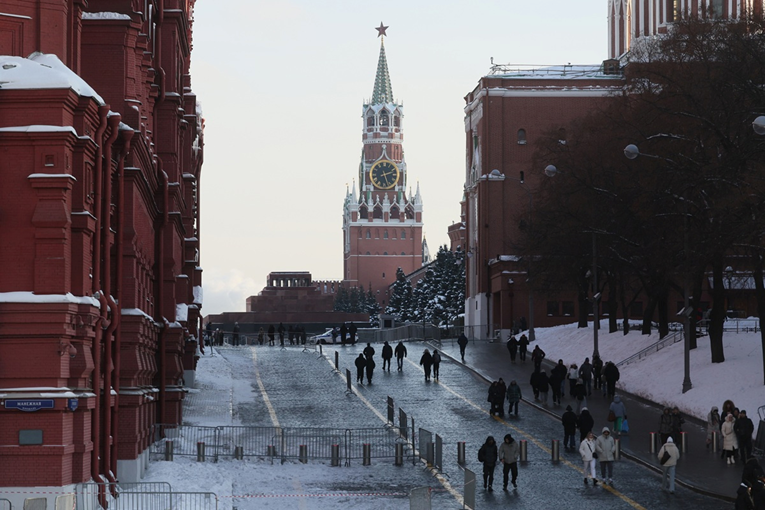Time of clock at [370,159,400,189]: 2:27
